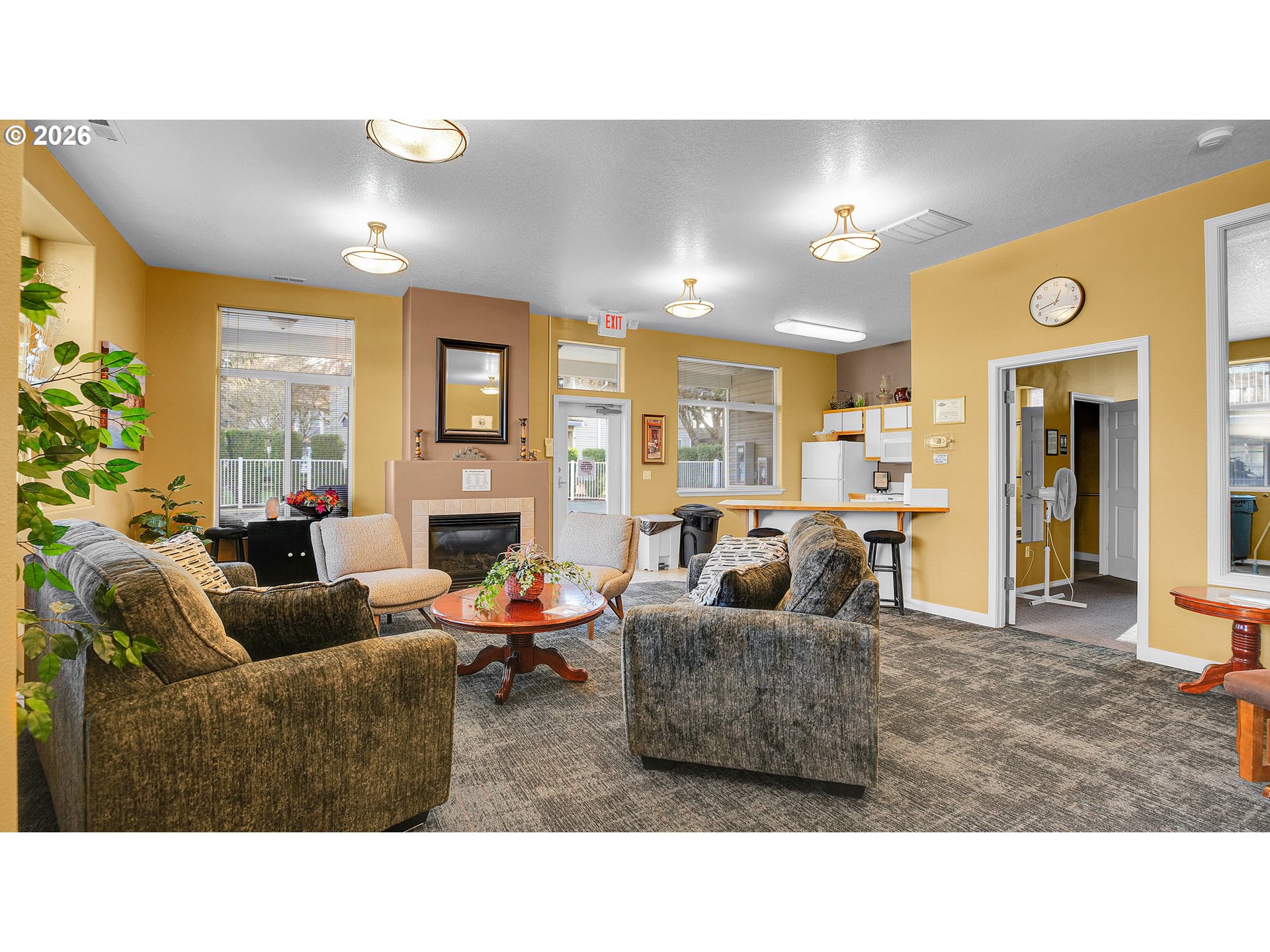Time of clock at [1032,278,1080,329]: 12:42
